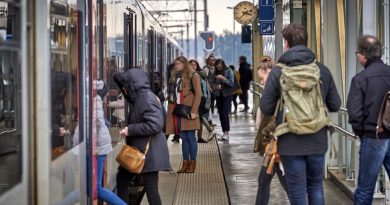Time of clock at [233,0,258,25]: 3:37
